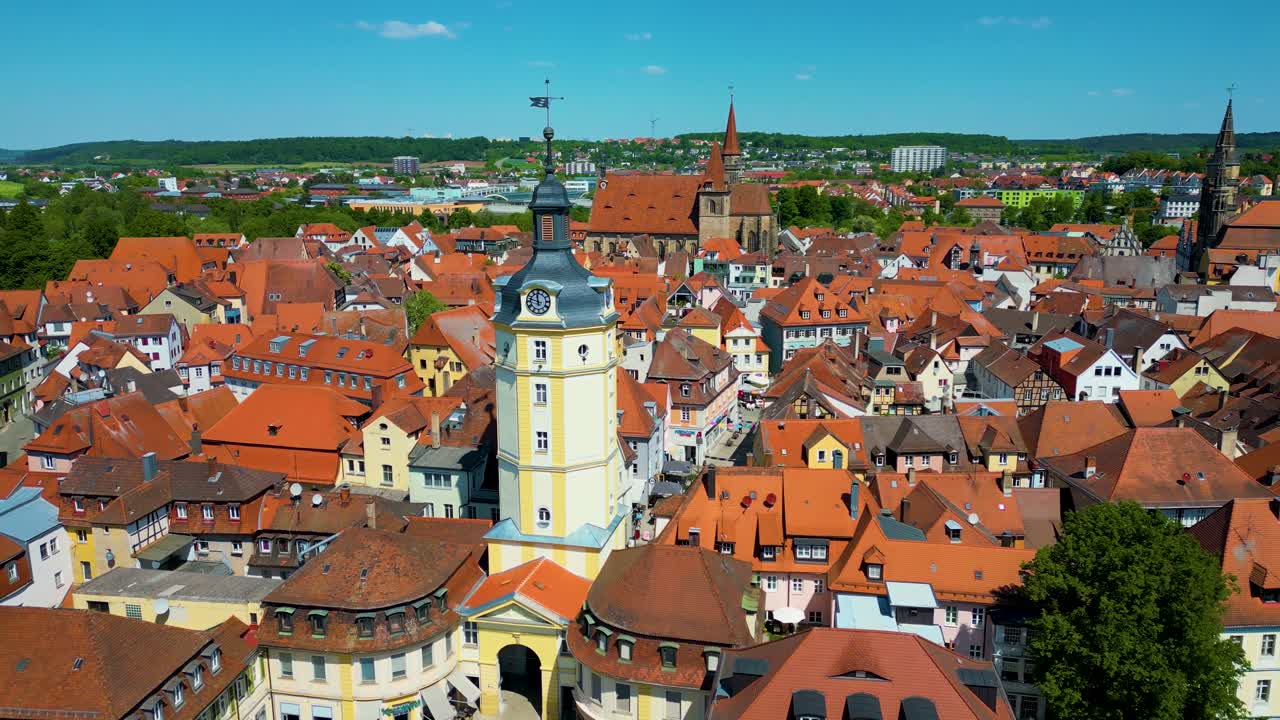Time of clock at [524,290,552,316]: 11:47
